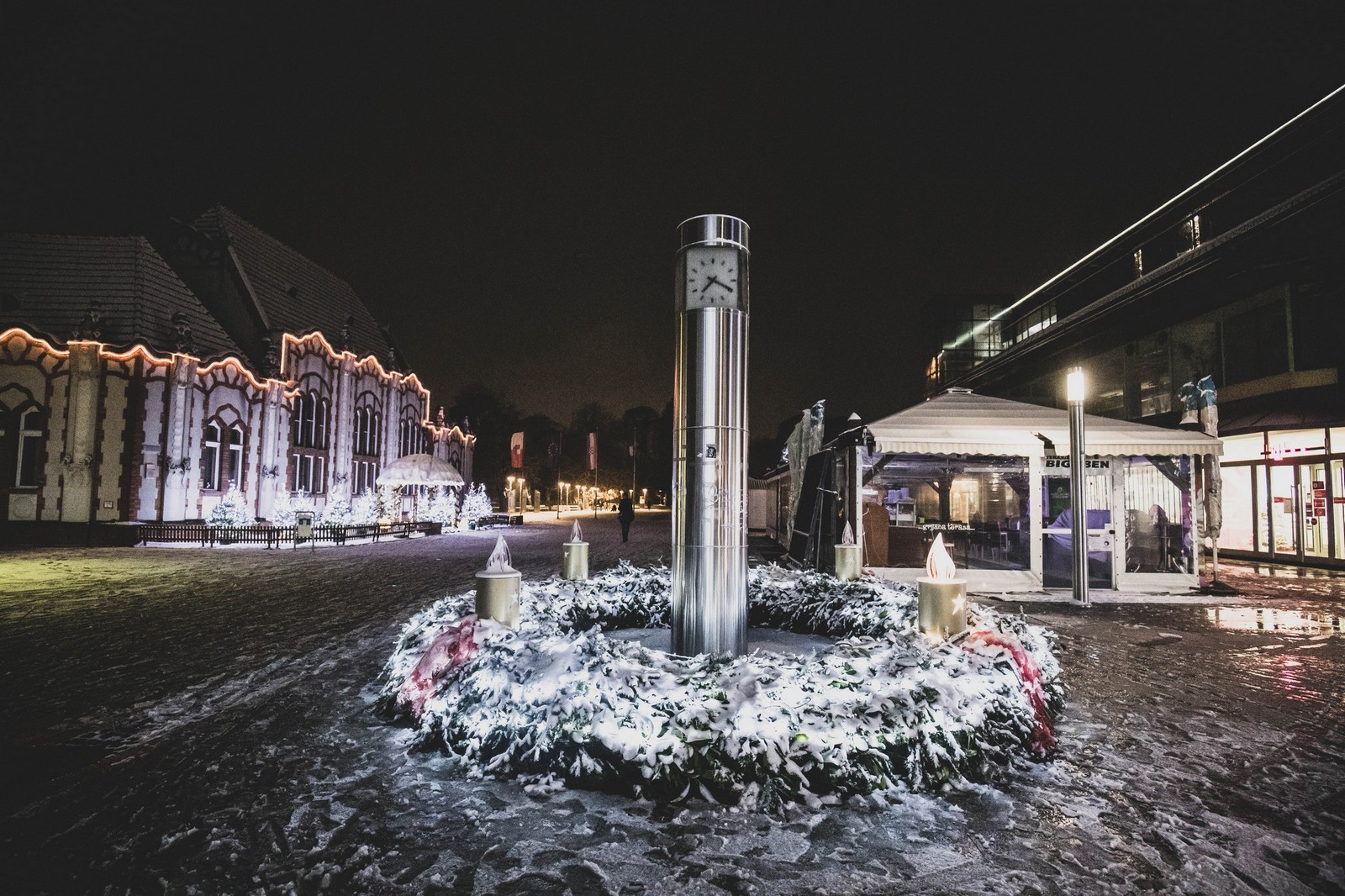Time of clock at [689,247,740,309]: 7:18
